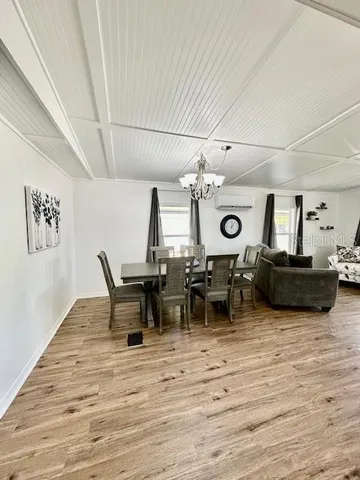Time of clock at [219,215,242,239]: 12:06
